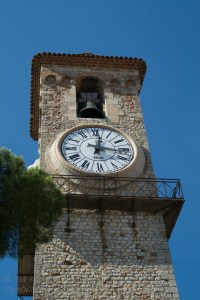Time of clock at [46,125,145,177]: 12:16
